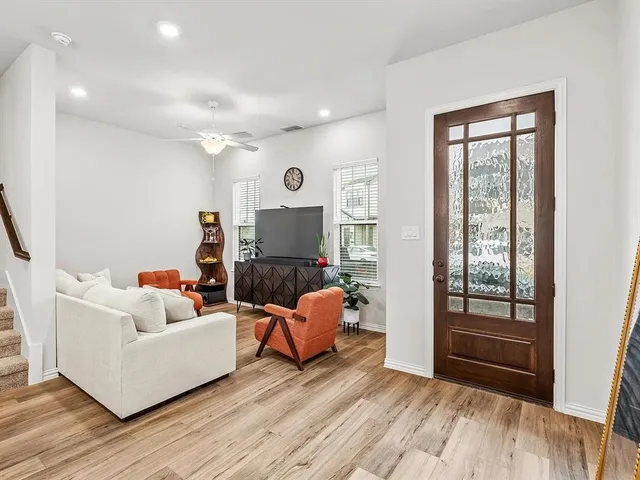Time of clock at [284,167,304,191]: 11:18
